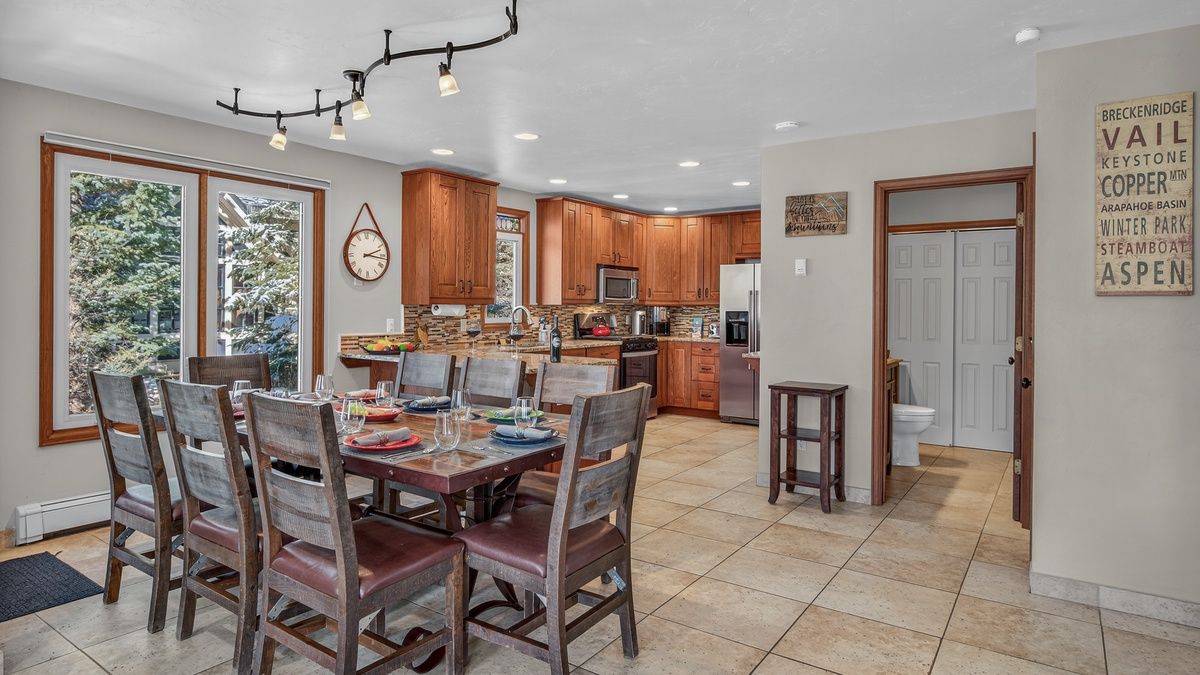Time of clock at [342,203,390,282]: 2:16
